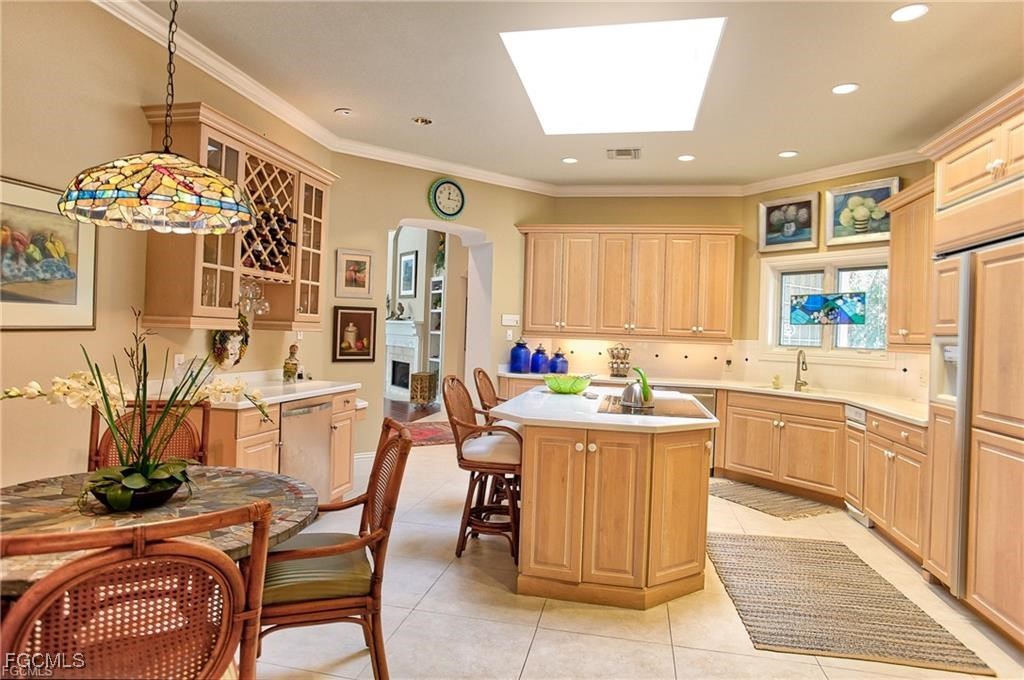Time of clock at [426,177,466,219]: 12:15
